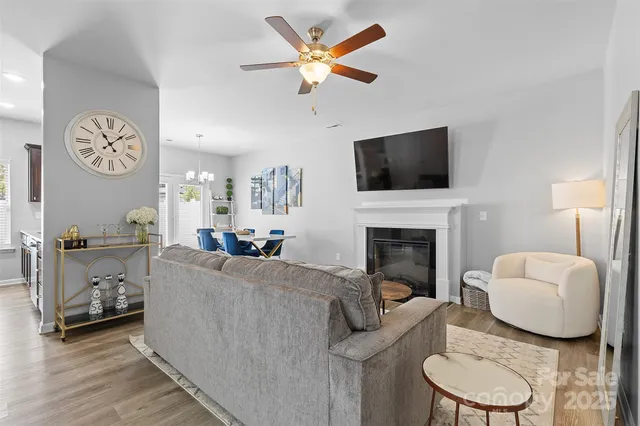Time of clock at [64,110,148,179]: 11:07
